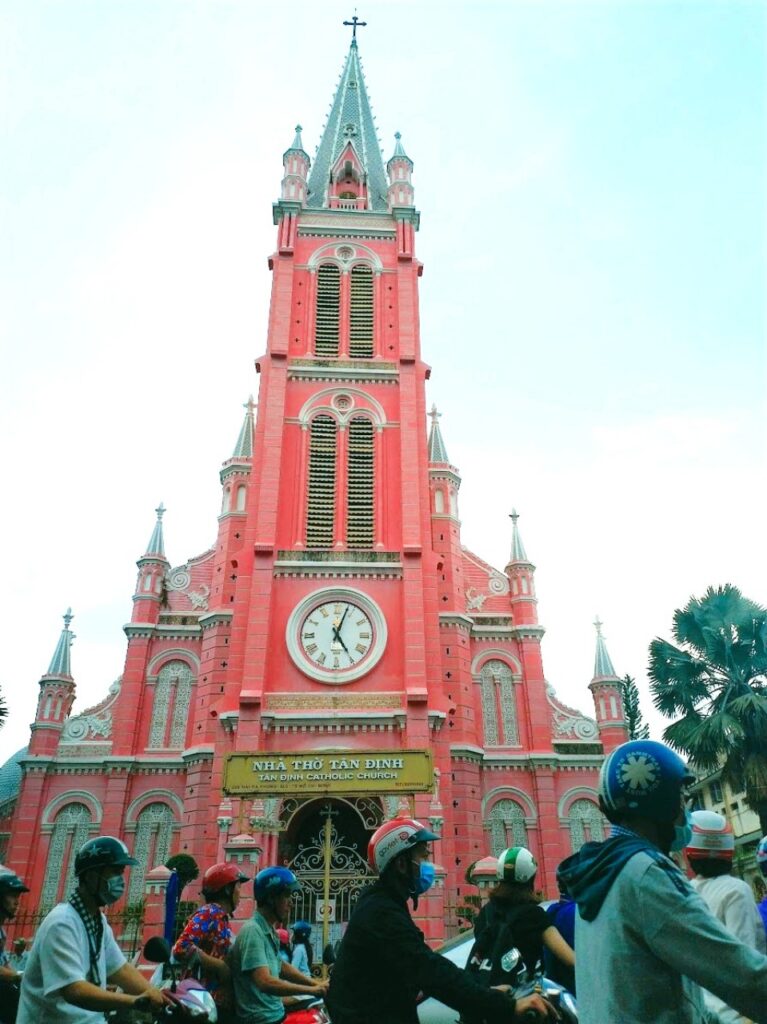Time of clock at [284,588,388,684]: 5:03
